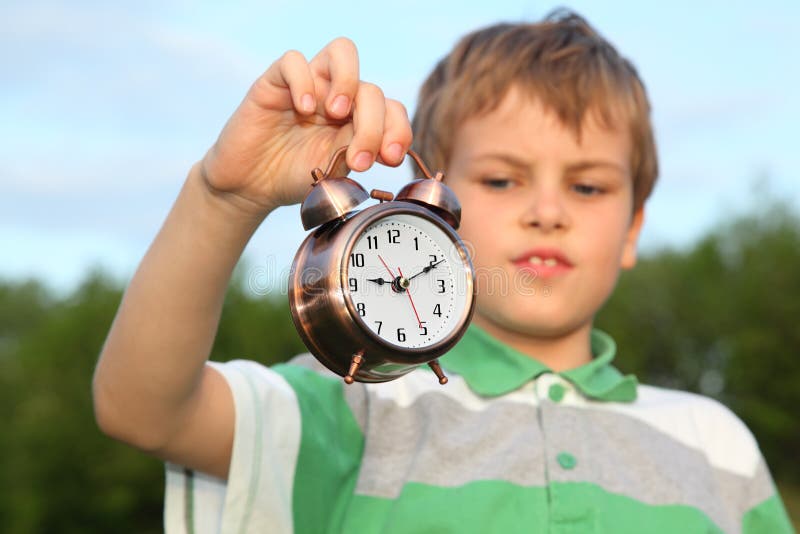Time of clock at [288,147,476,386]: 9:10
